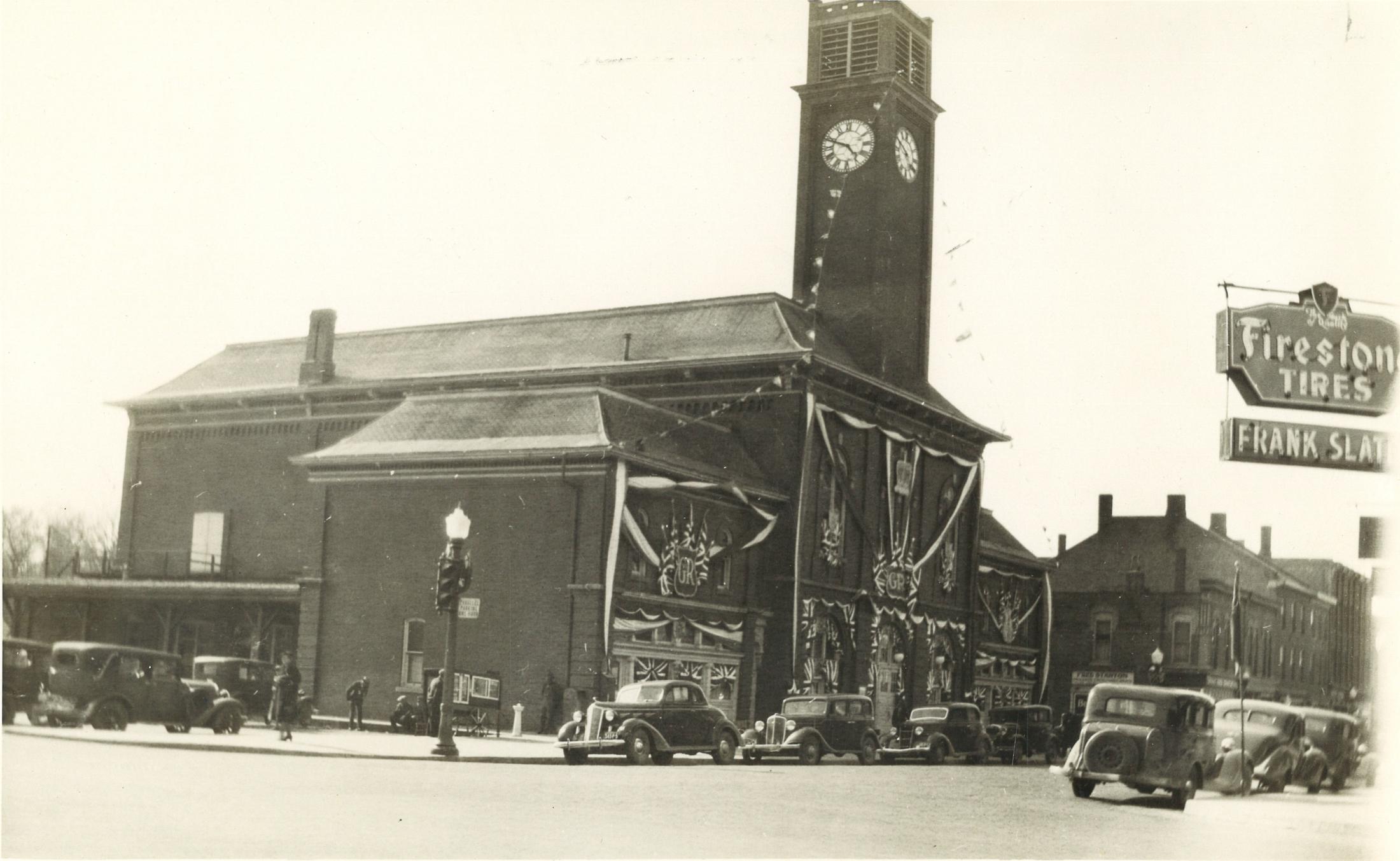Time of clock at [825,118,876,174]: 4:48
